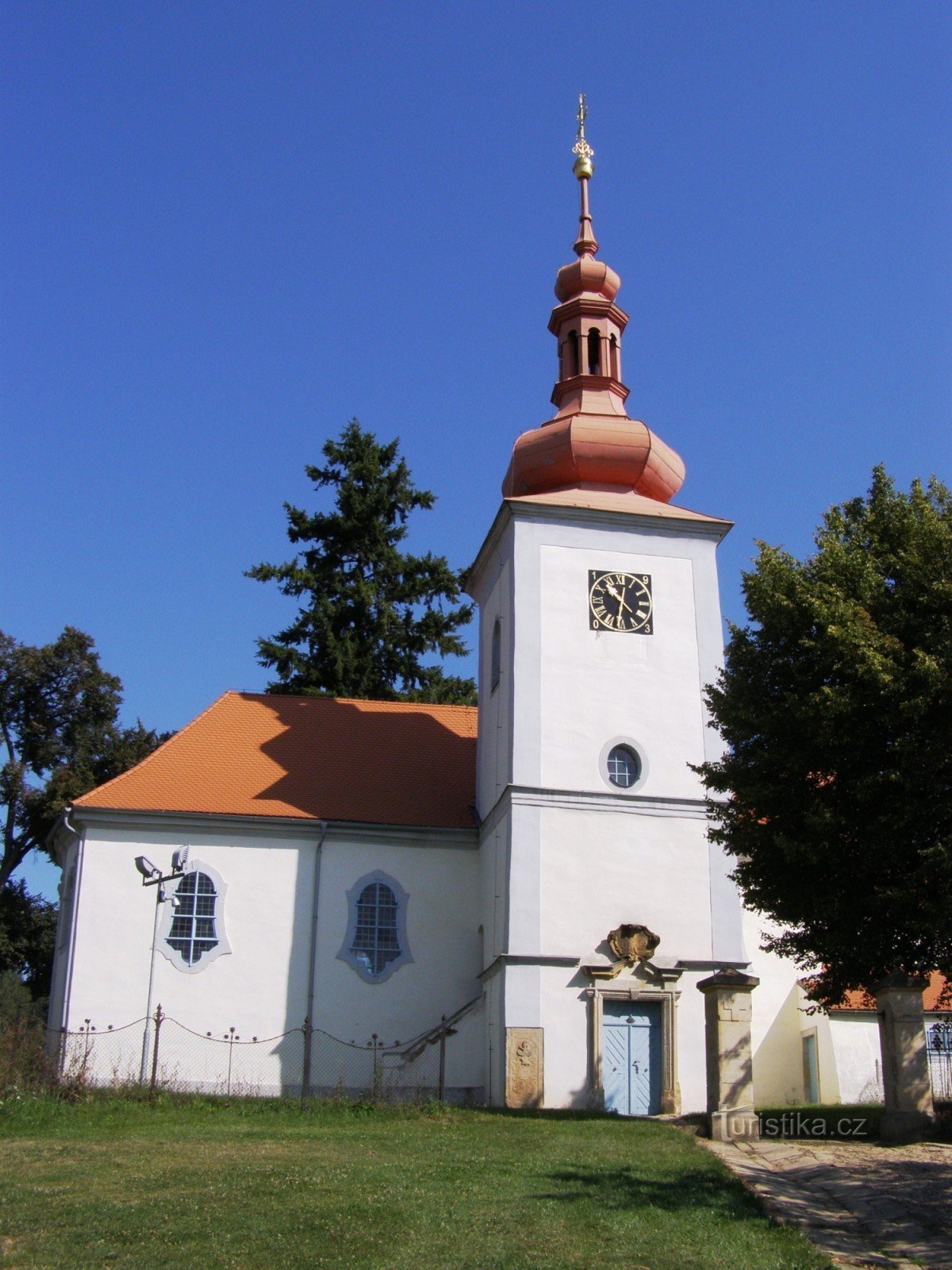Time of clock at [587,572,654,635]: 10:31
